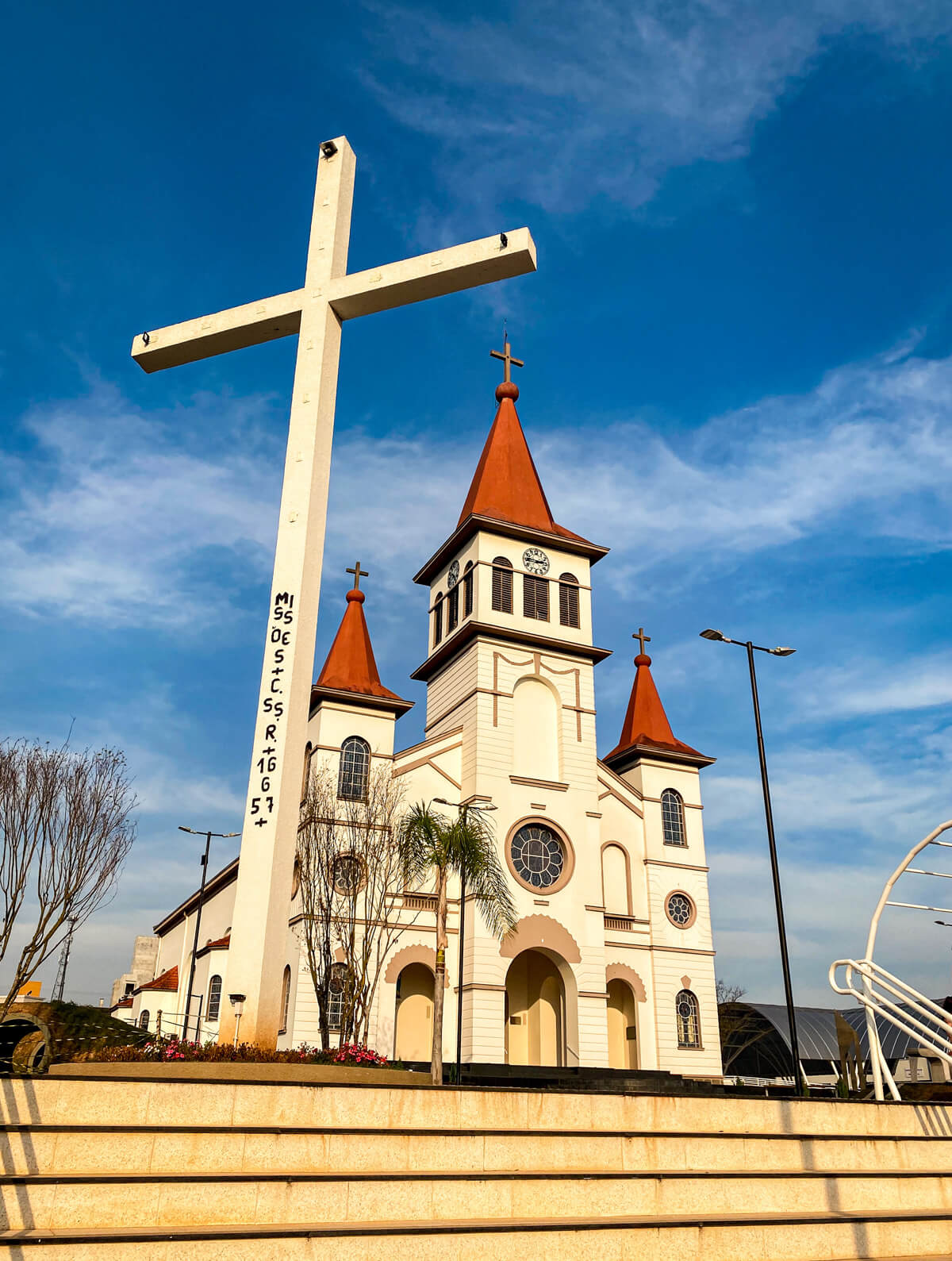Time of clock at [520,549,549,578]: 2:46
